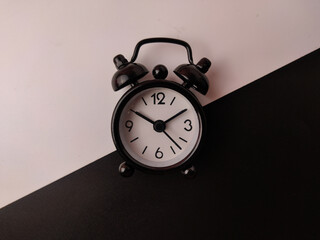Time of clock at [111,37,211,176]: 1:50
